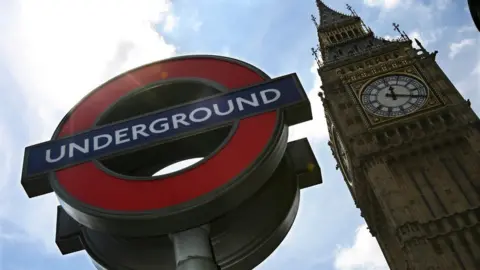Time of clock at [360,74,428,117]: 11:16
